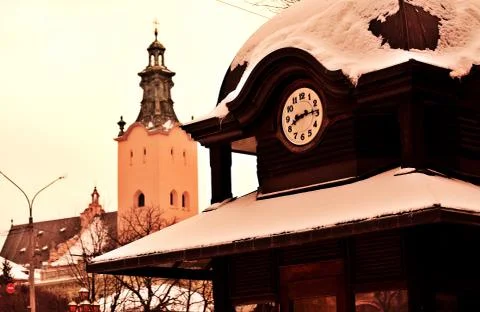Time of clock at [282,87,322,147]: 8:14
